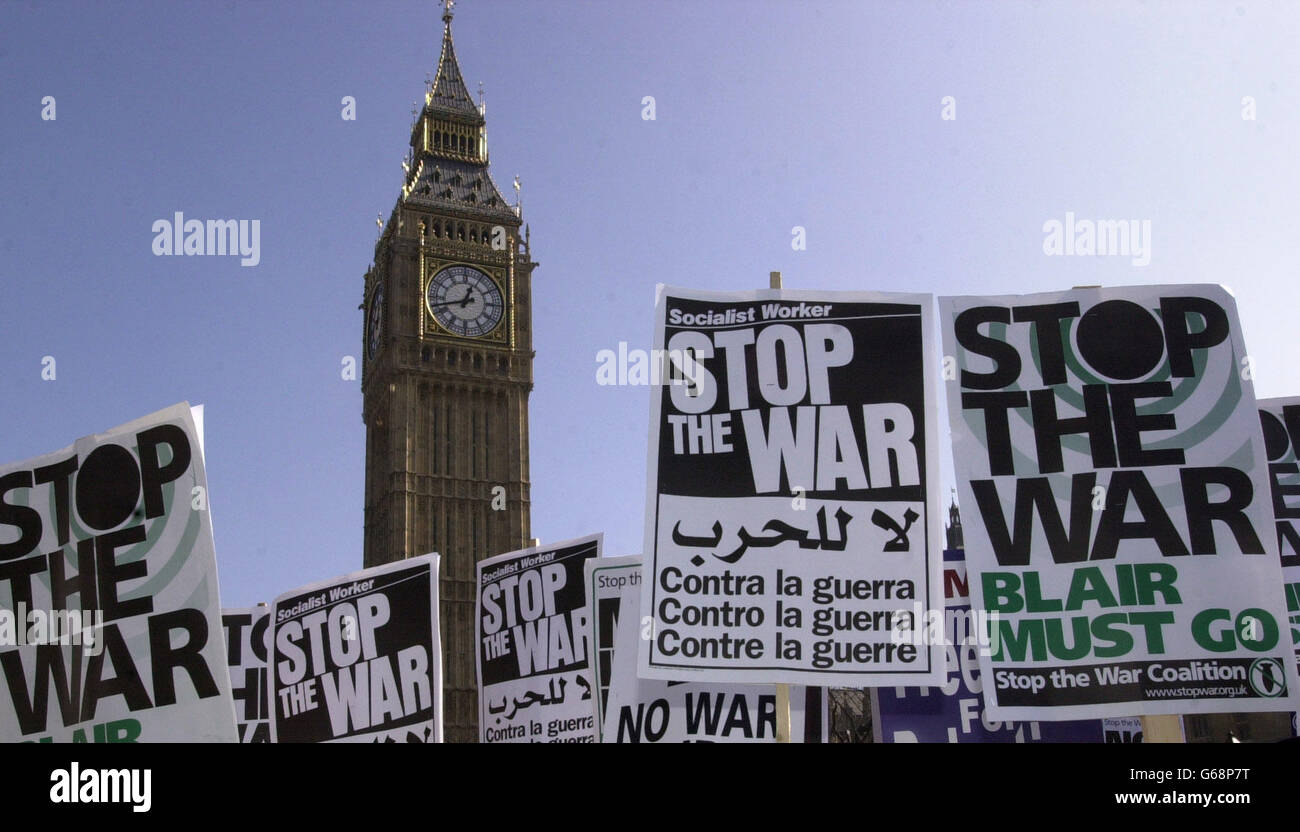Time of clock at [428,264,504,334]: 12:42
